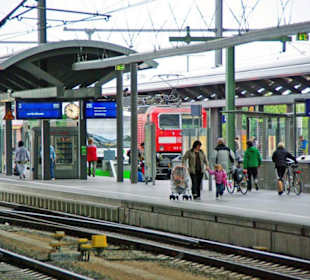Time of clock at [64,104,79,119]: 9:32
